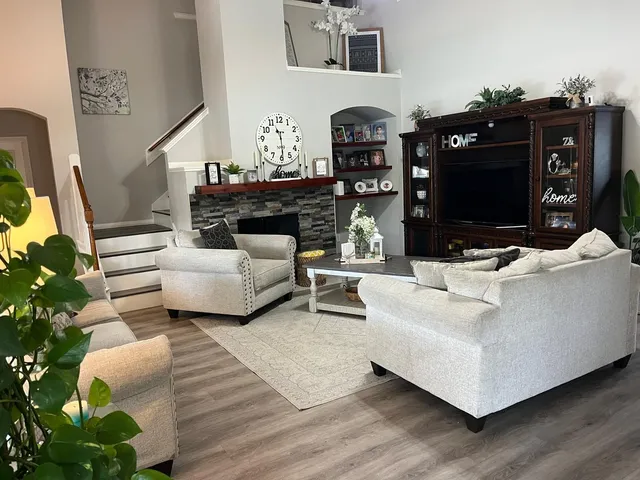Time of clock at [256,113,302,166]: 11:29
